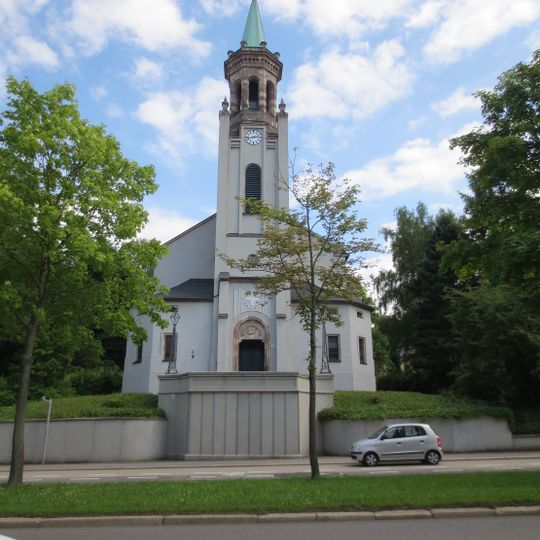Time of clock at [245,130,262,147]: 2:42
